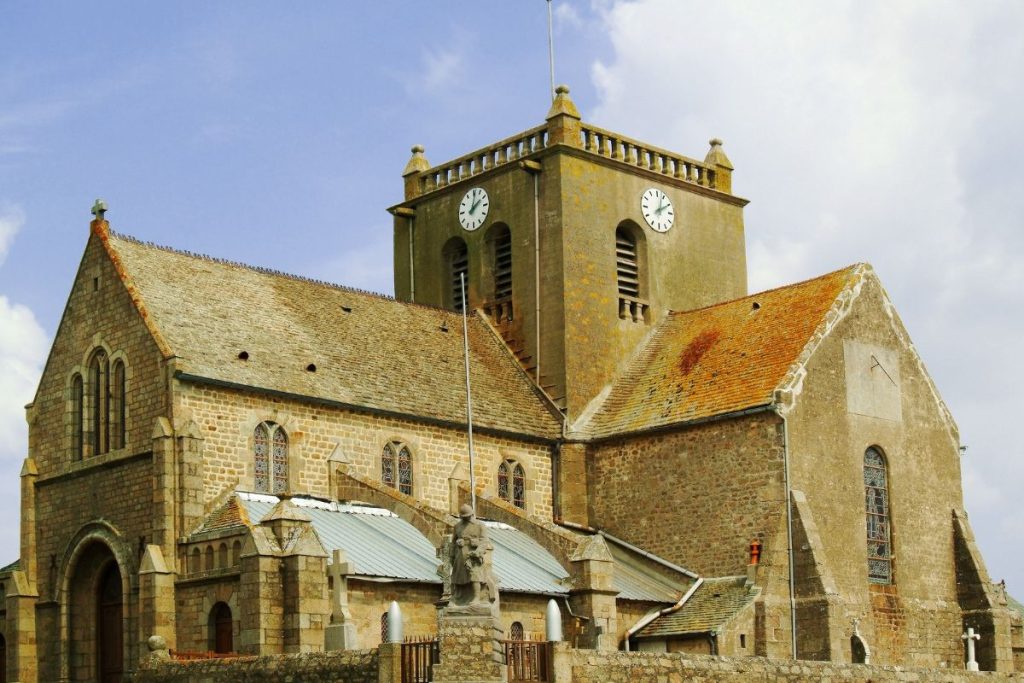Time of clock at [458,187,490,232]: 2:01
